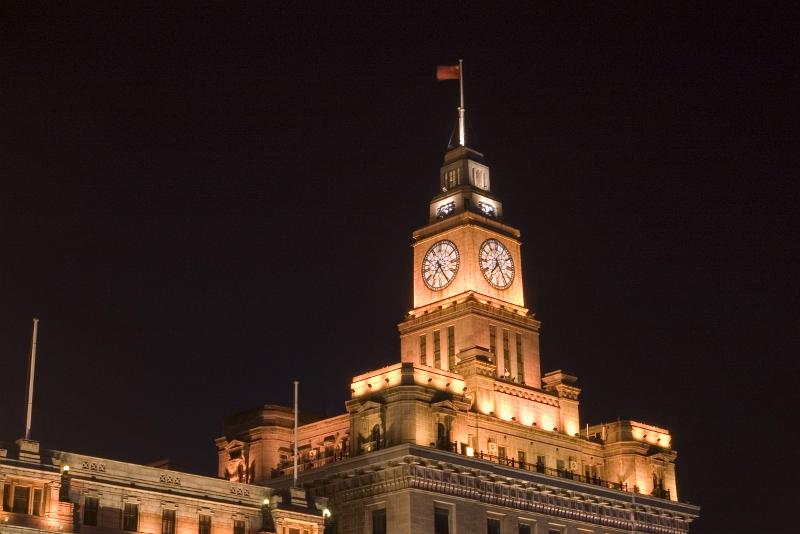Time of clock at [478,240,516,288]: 7:24
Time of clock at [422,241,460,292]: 7:25
